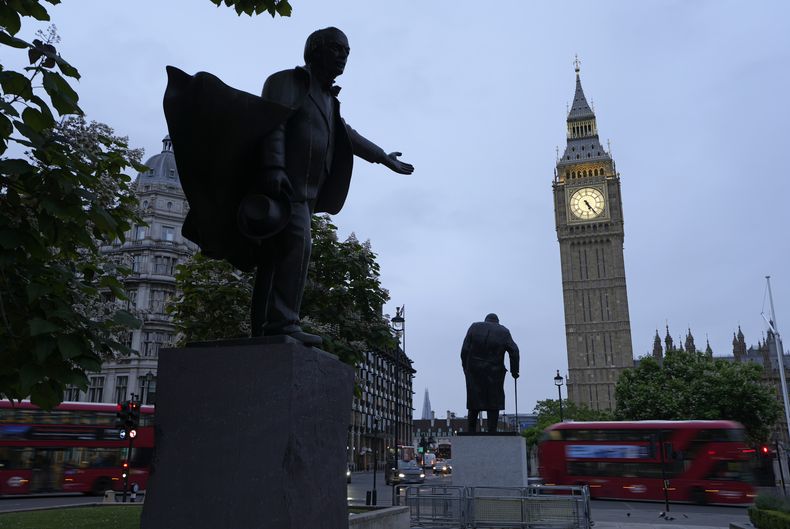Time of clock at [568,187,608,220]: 5:24
